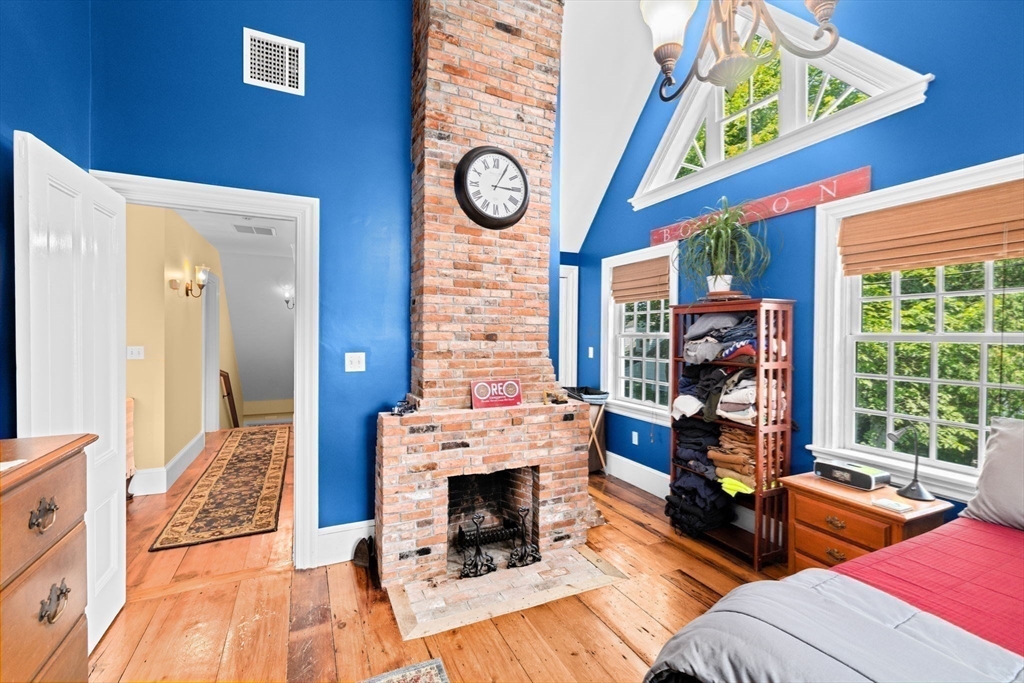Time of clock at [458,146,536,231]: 3:05
